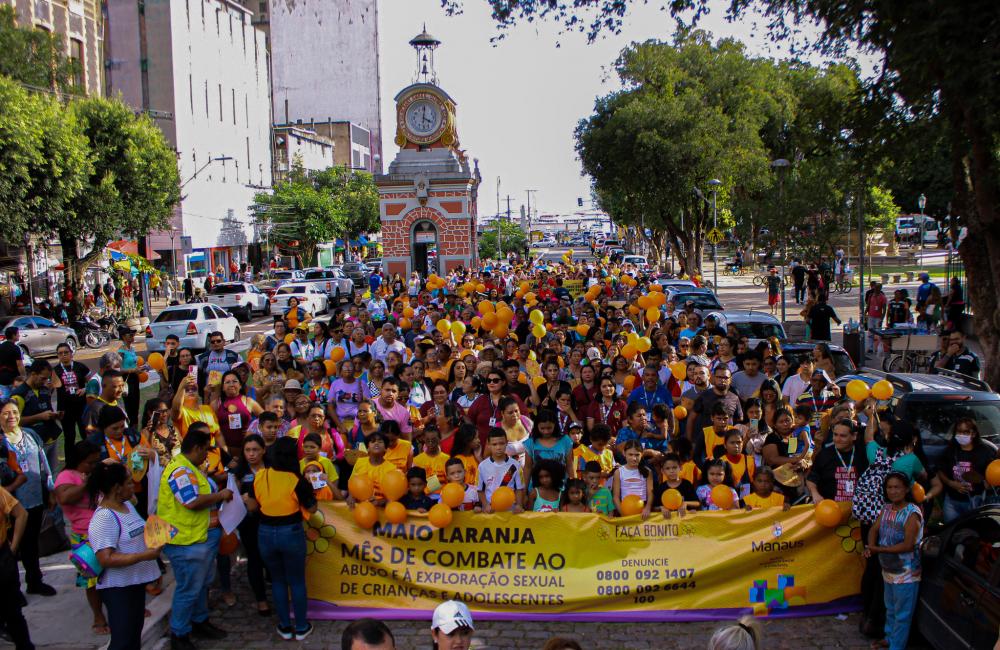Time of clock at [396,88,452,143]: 4:01
